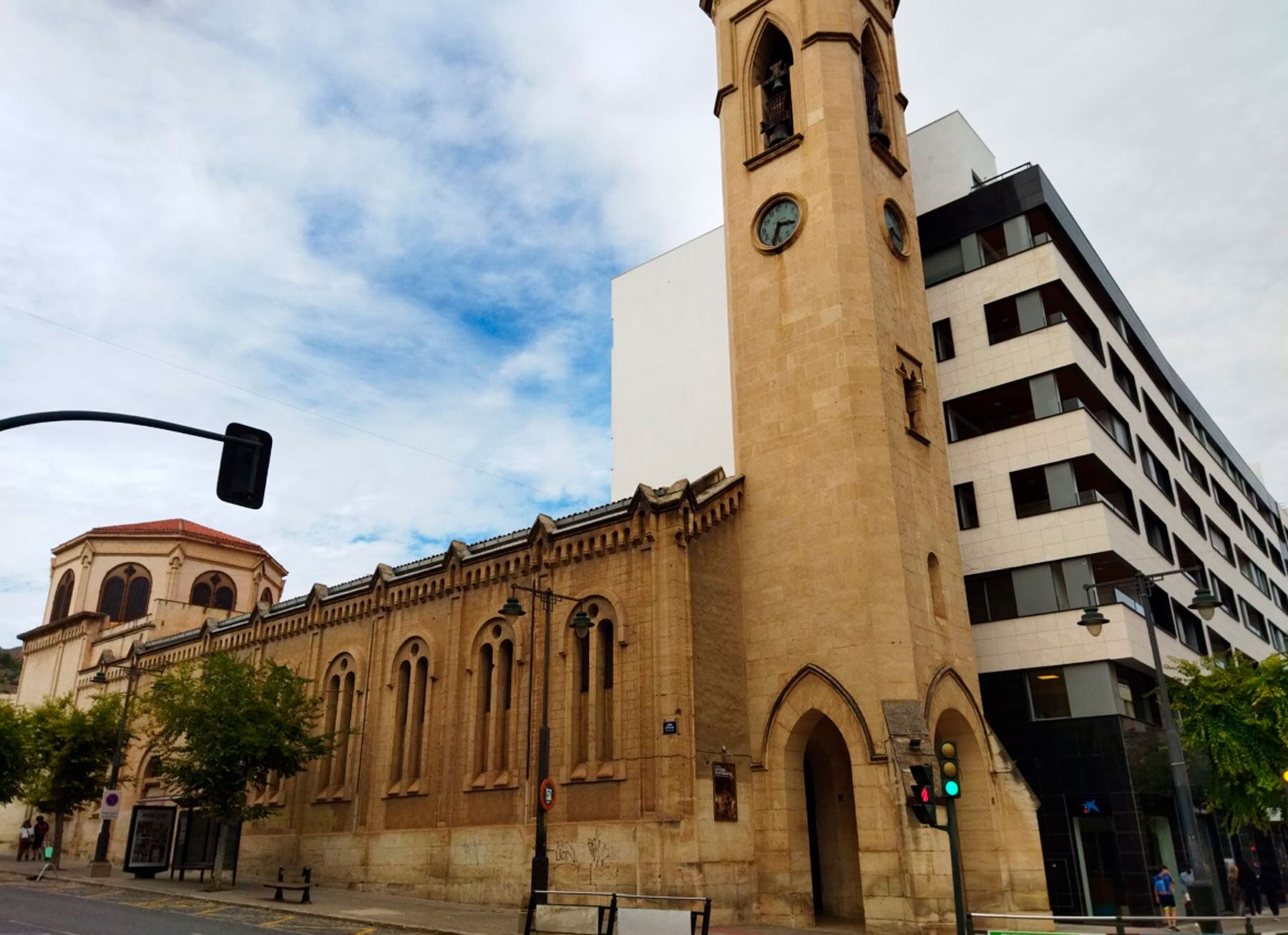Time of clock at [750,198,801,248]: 3:34
